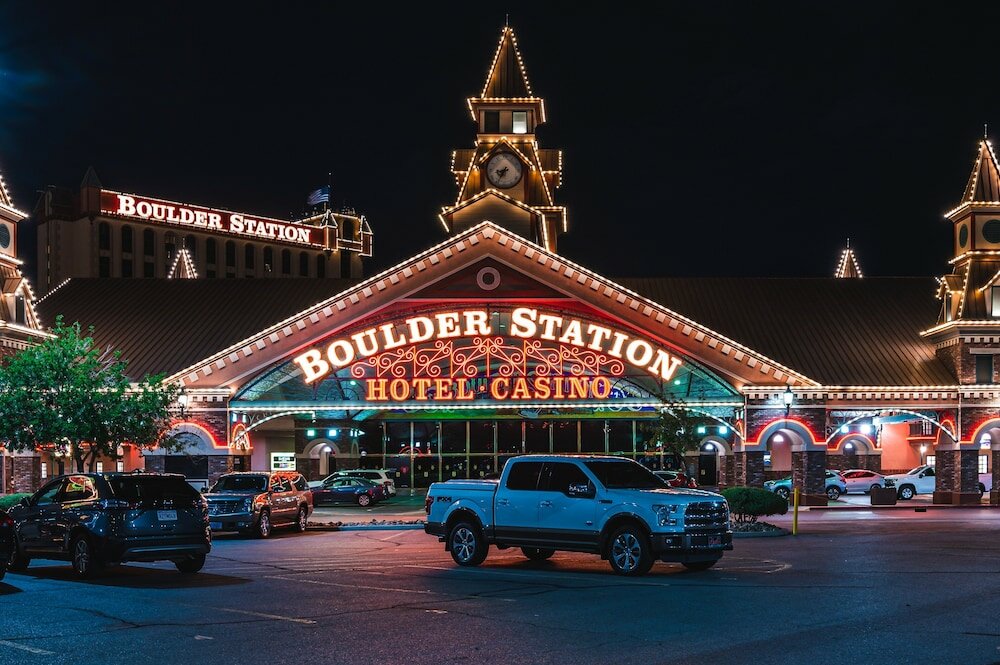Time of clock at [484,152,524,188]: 8:35
